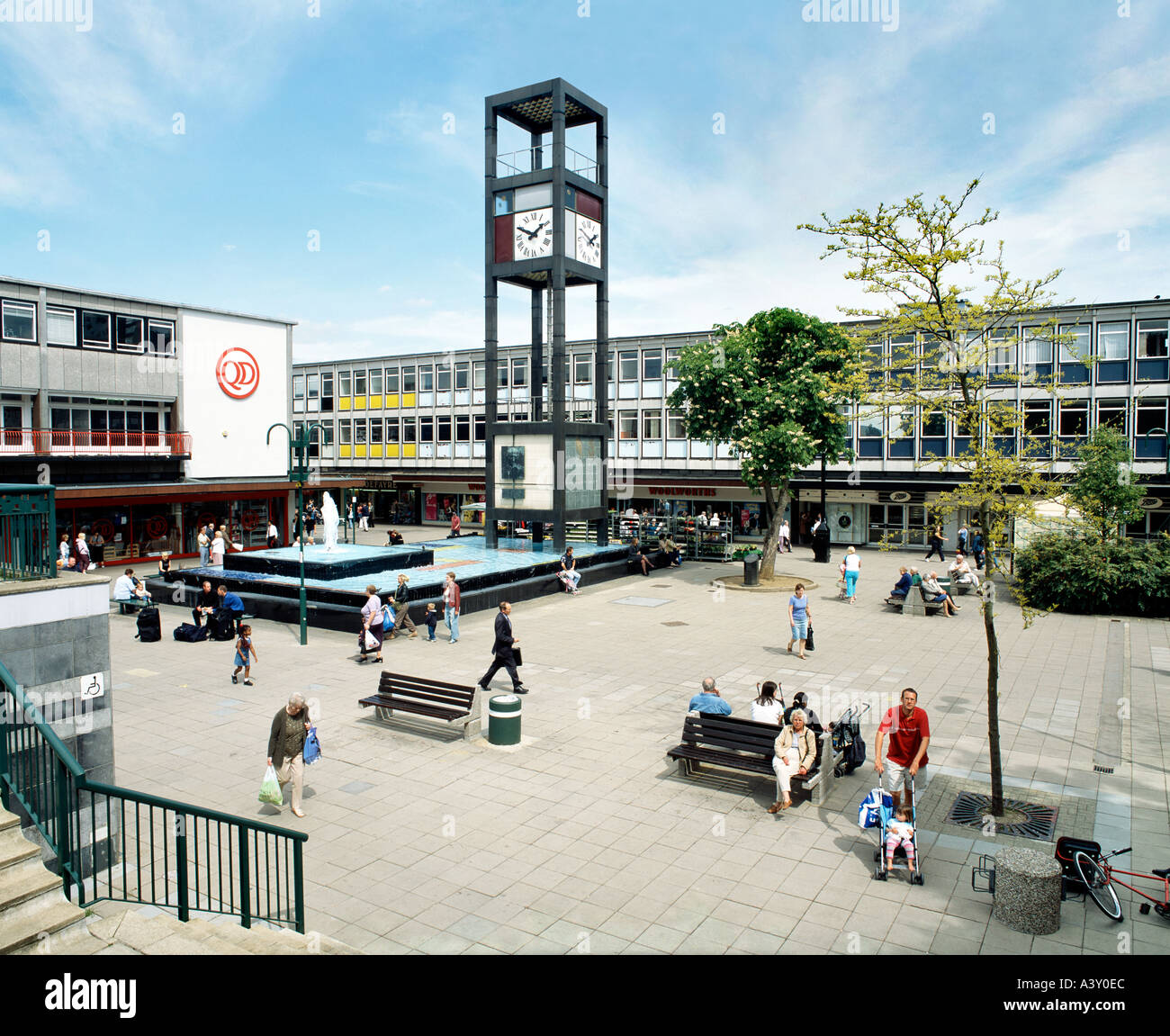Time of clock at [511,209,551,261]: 1:49
